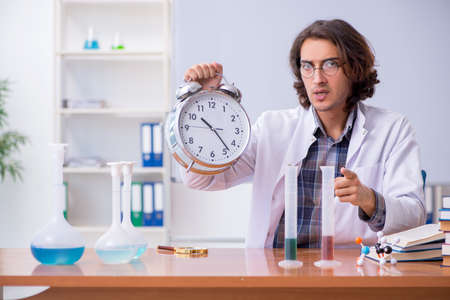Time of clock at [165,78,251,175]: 10:23
